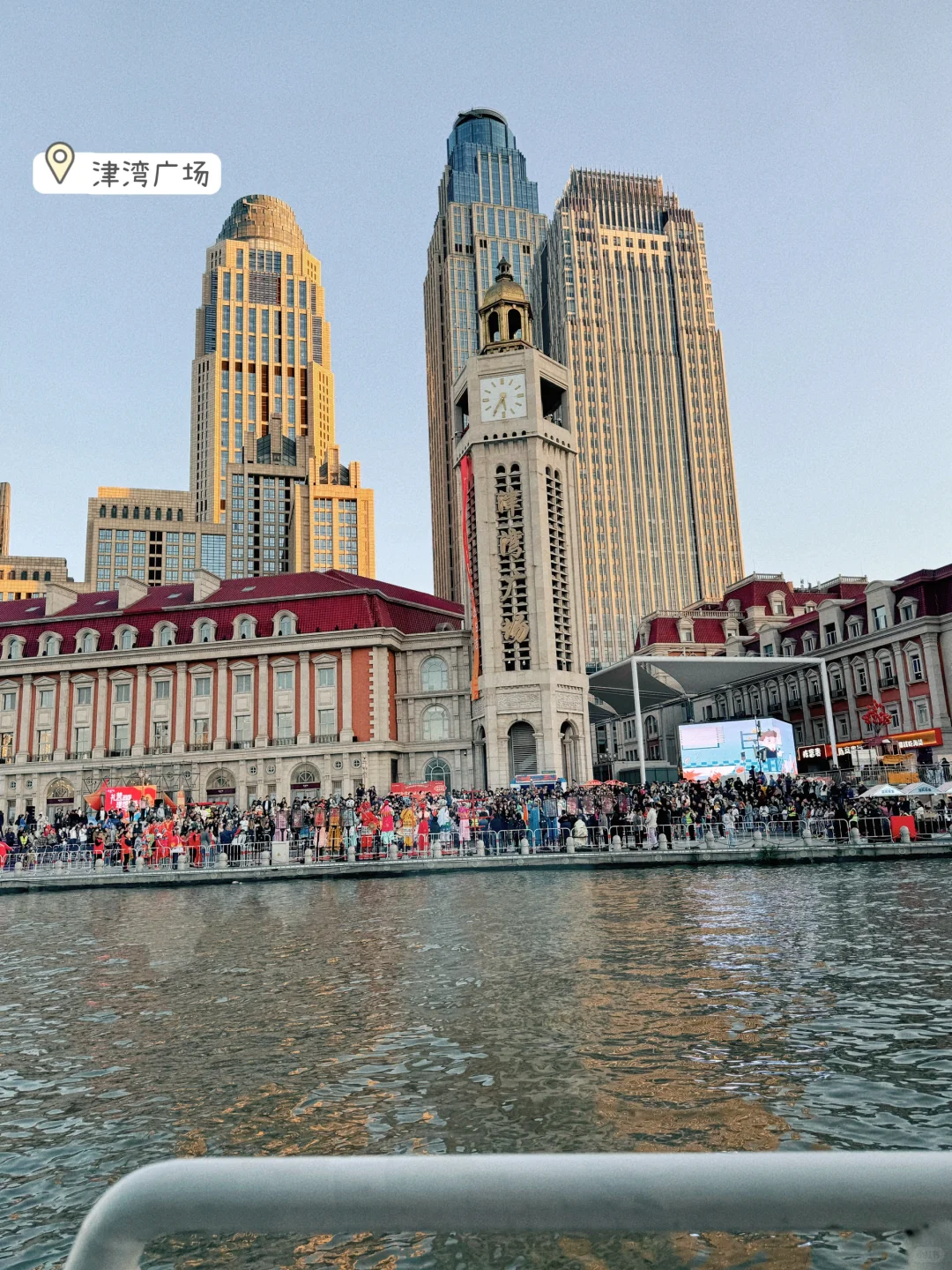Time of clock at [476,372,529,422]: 5:35
